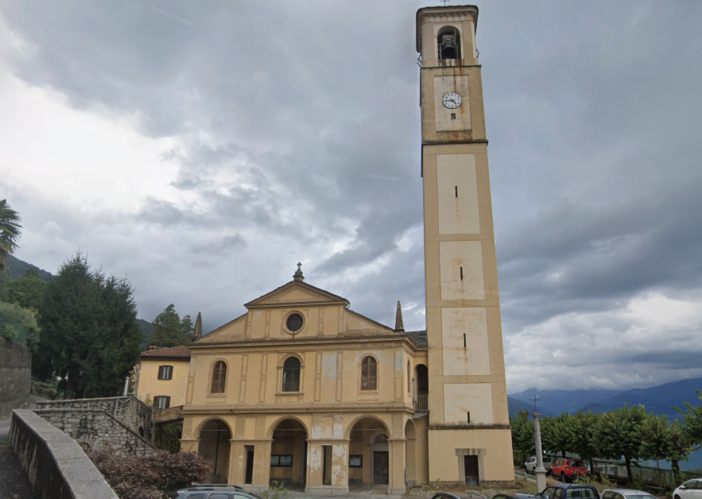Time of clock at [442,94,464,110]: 4:44
